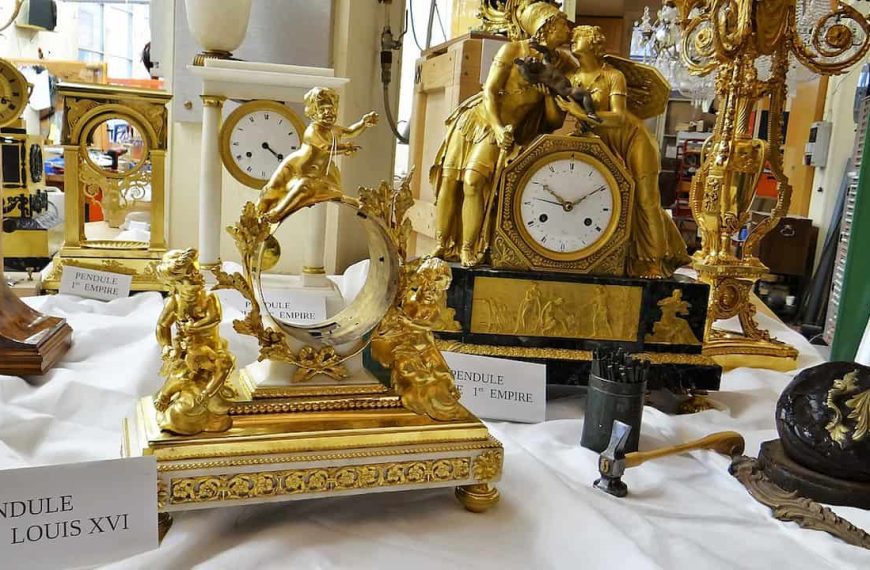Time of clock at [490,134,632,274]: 10:09
